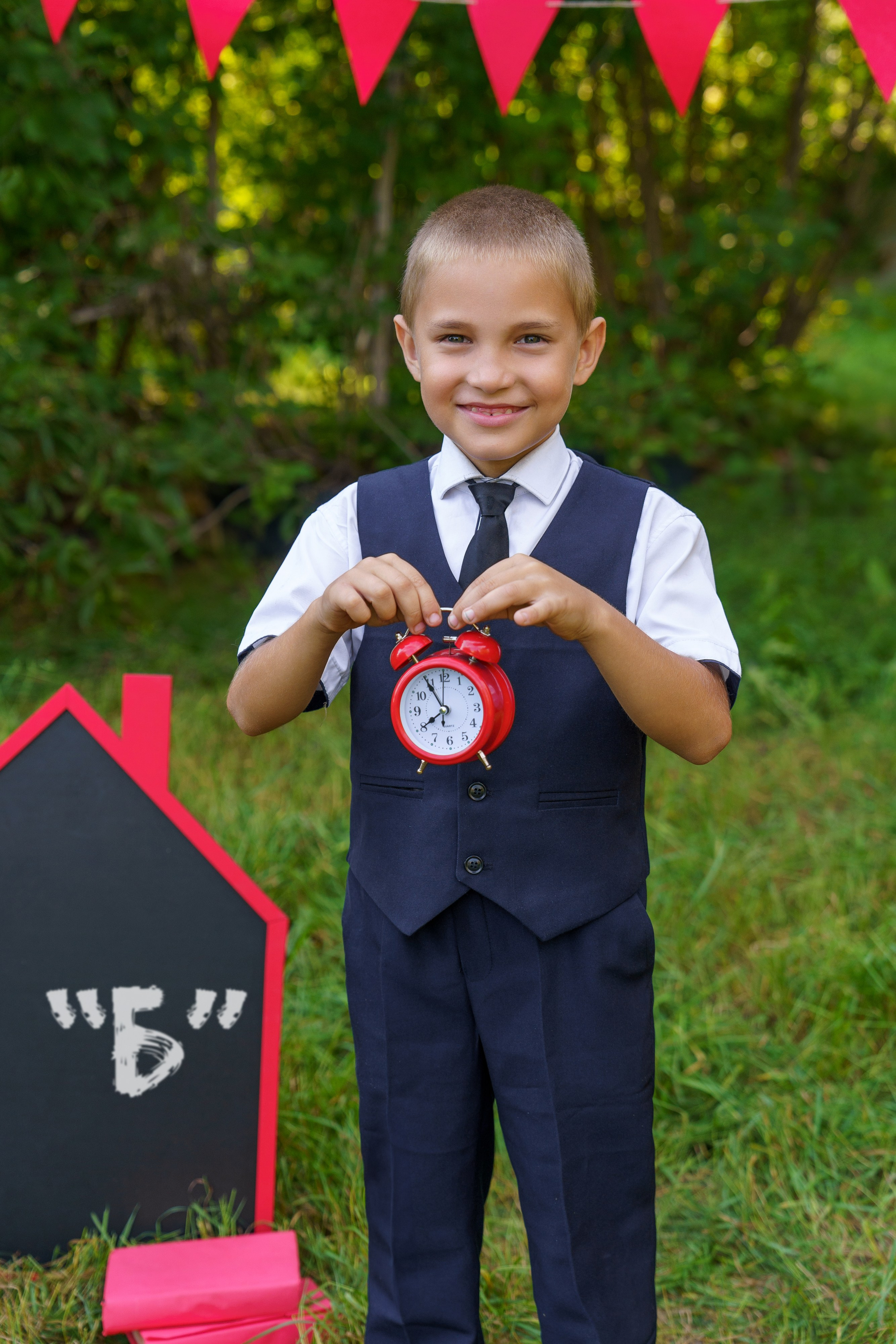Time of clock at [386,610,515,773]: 7:54
